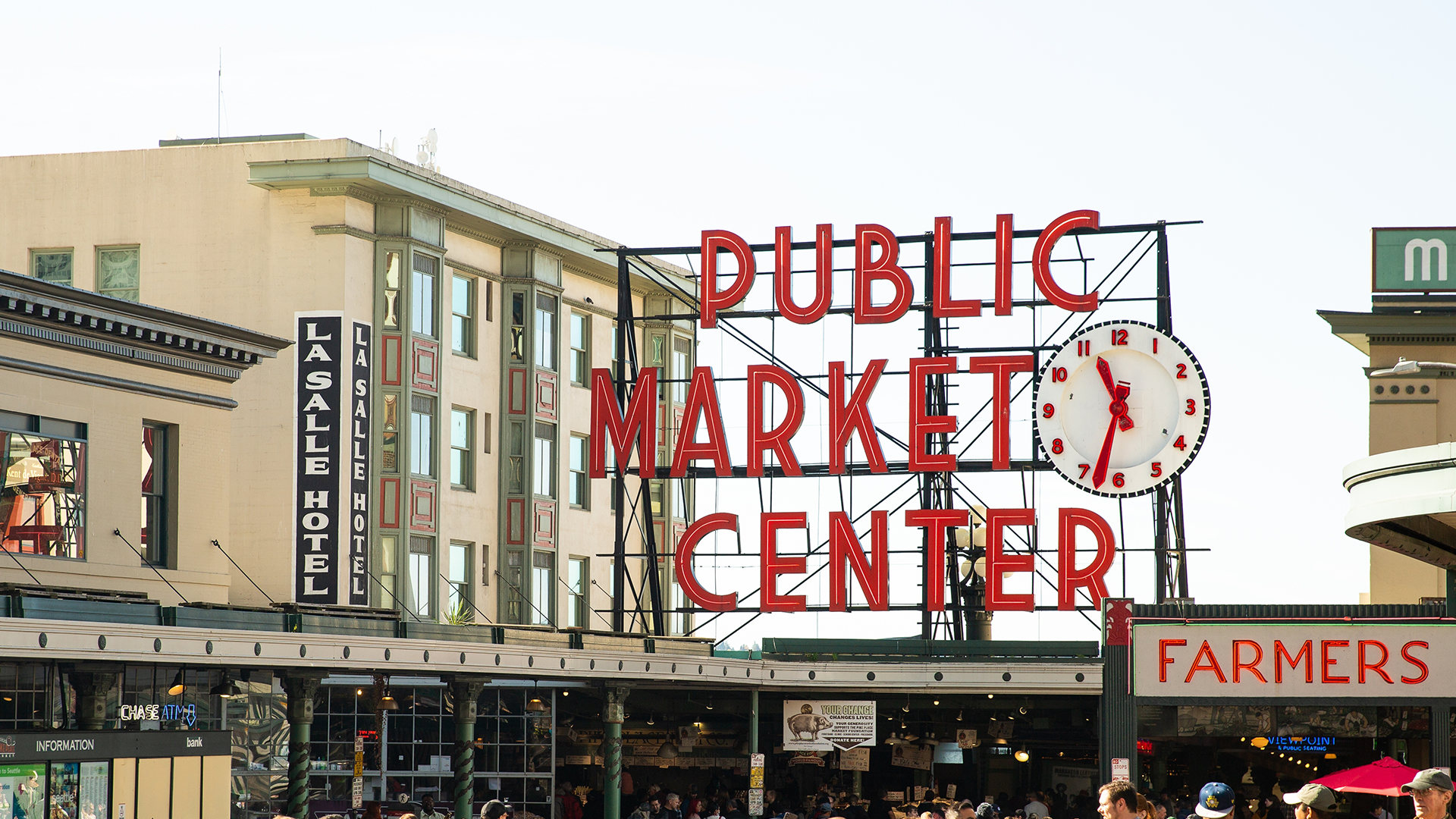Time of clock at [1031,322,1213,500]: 11:33
